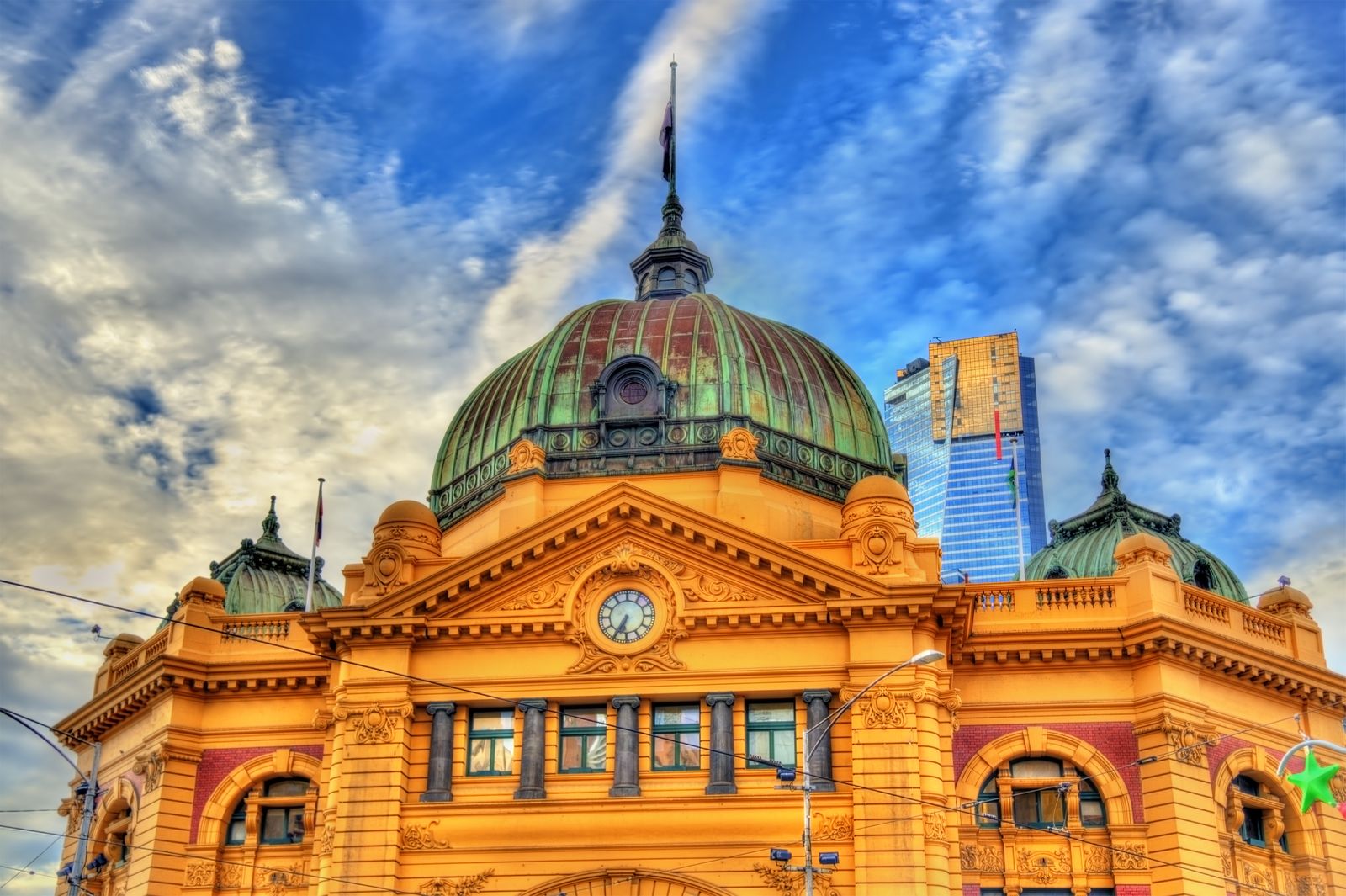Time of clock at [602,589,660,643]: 6:34
